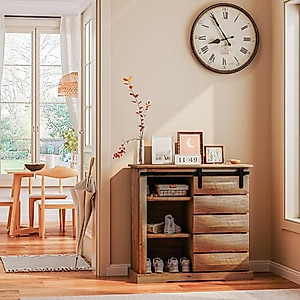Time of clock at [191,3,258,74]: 8:54
